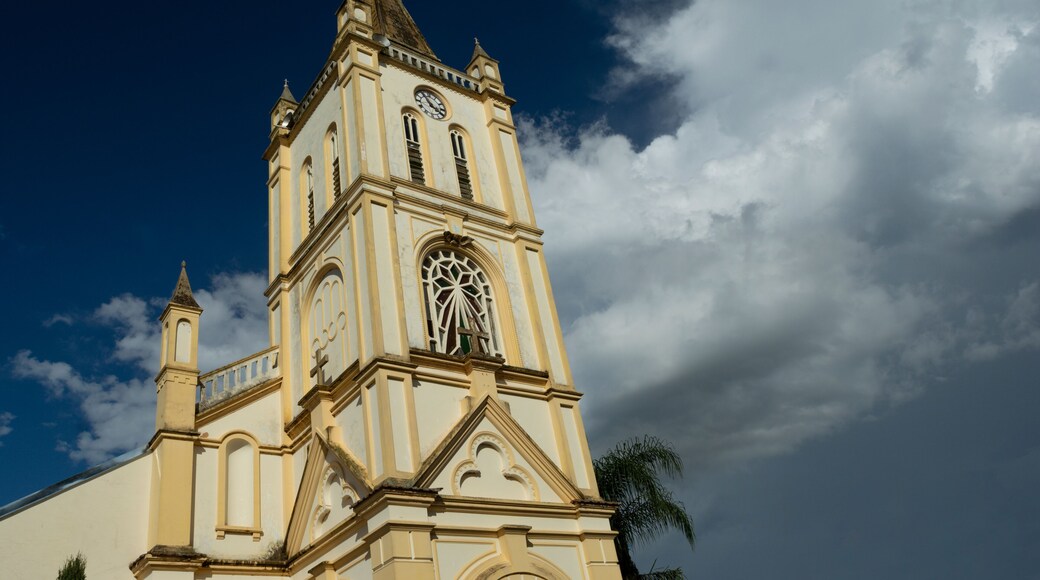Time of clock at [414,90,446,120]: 3:54
